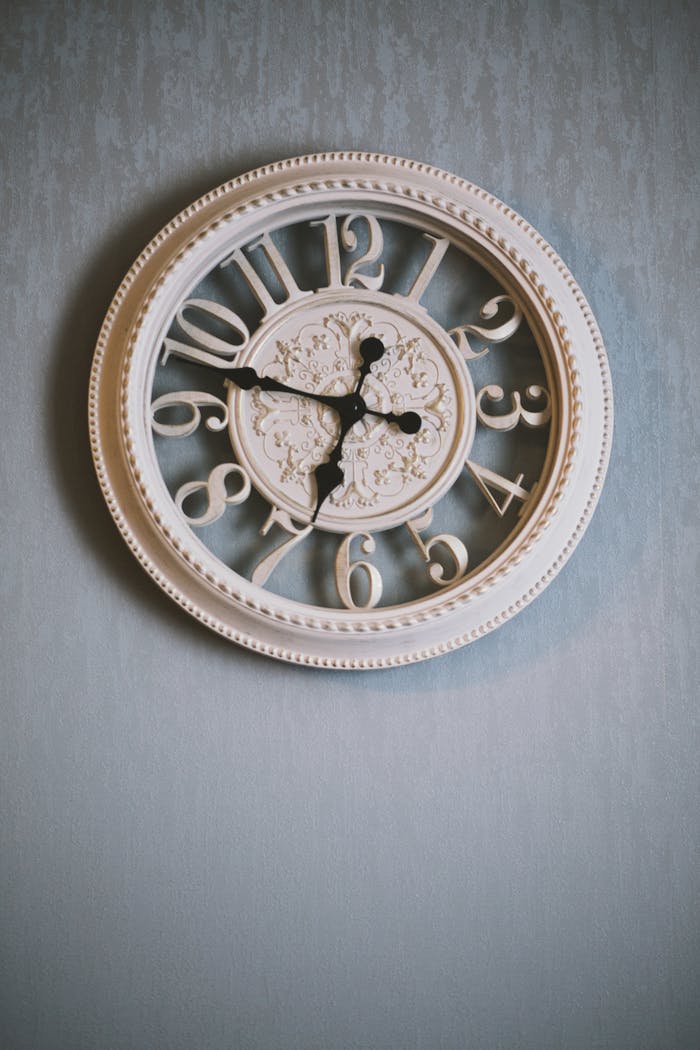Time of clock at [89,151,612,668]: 6:47
